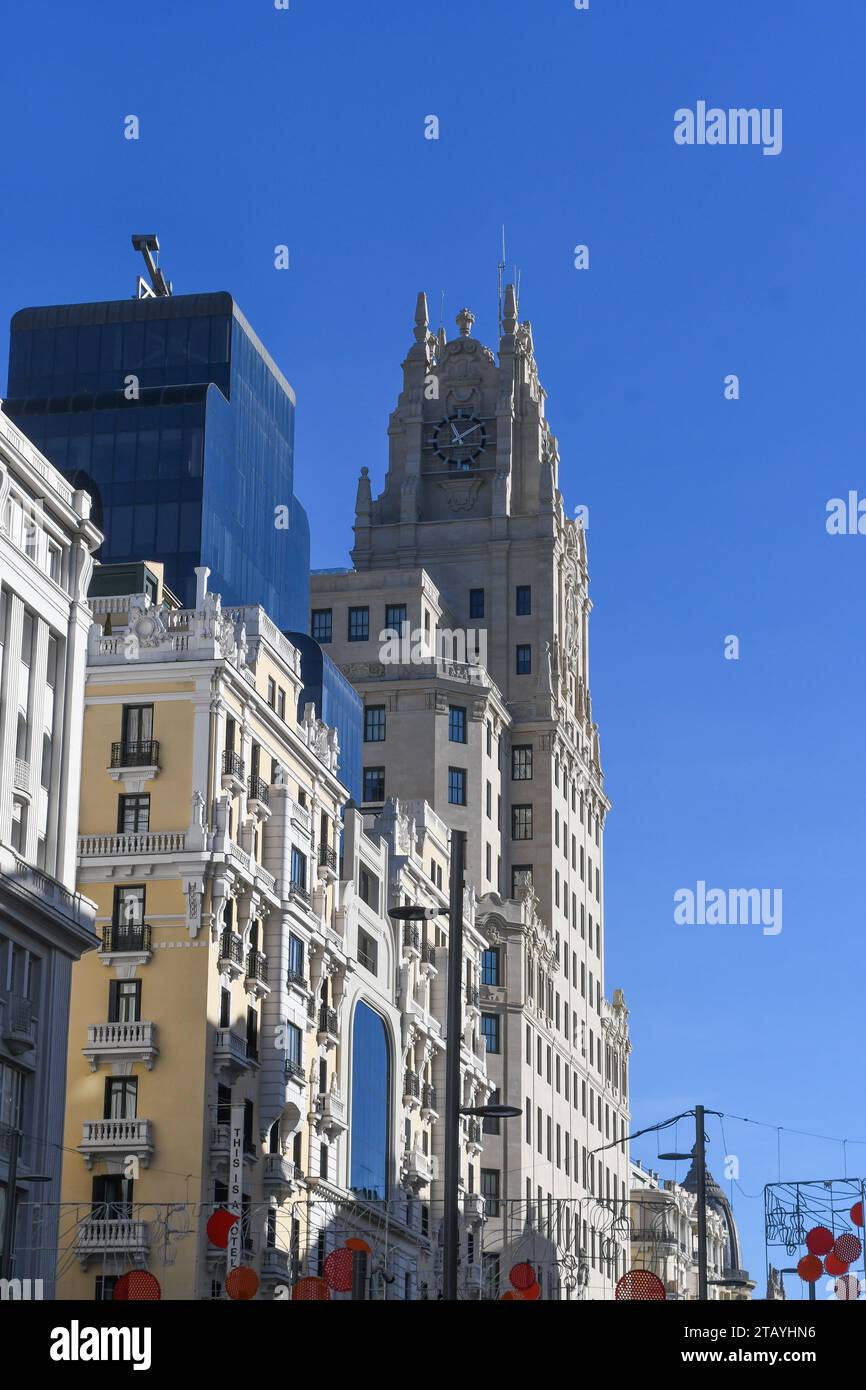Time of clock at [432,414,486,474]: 11:09
